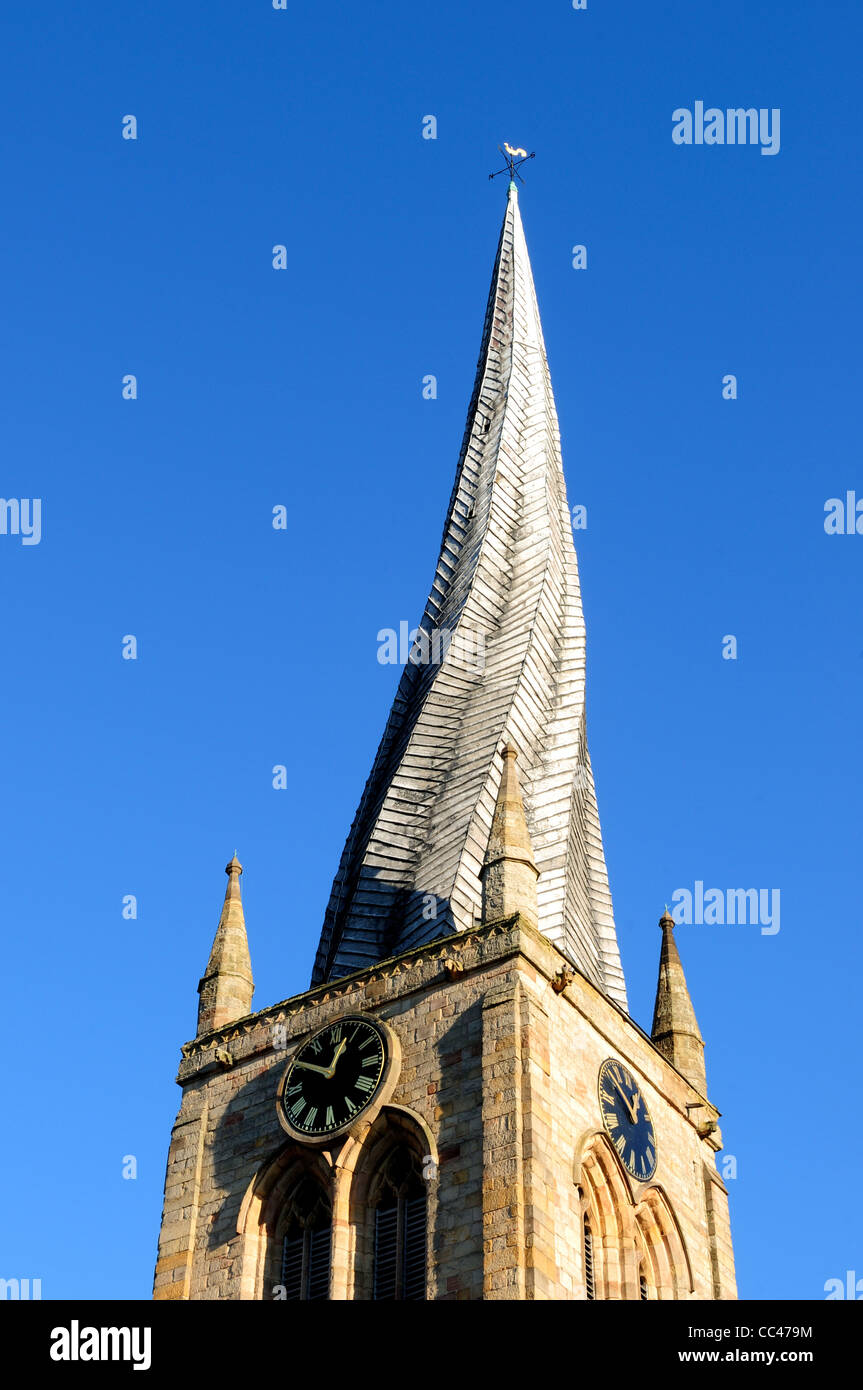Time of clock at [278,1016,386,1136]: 12:50
